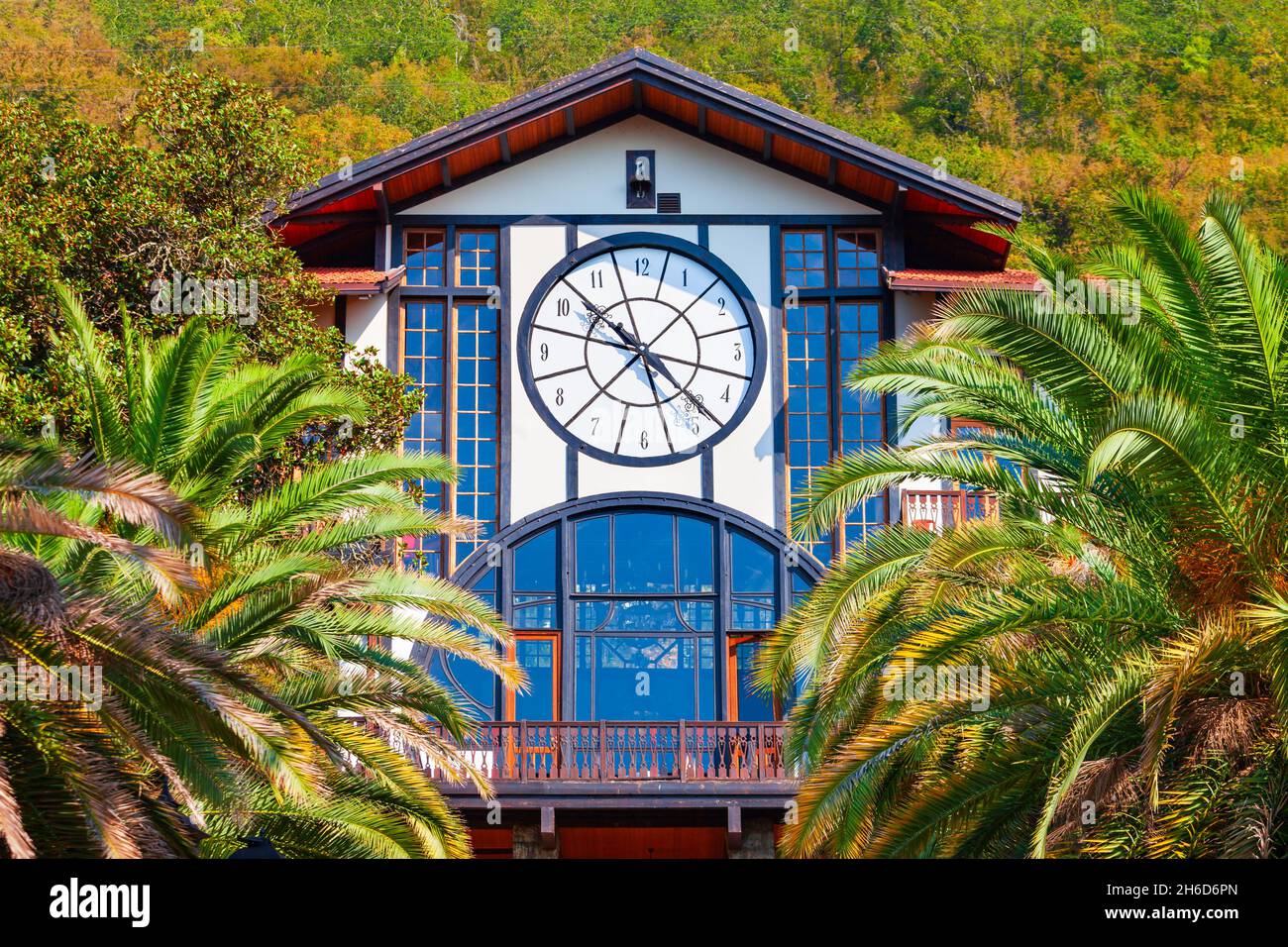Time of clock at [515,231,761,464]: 10:22
